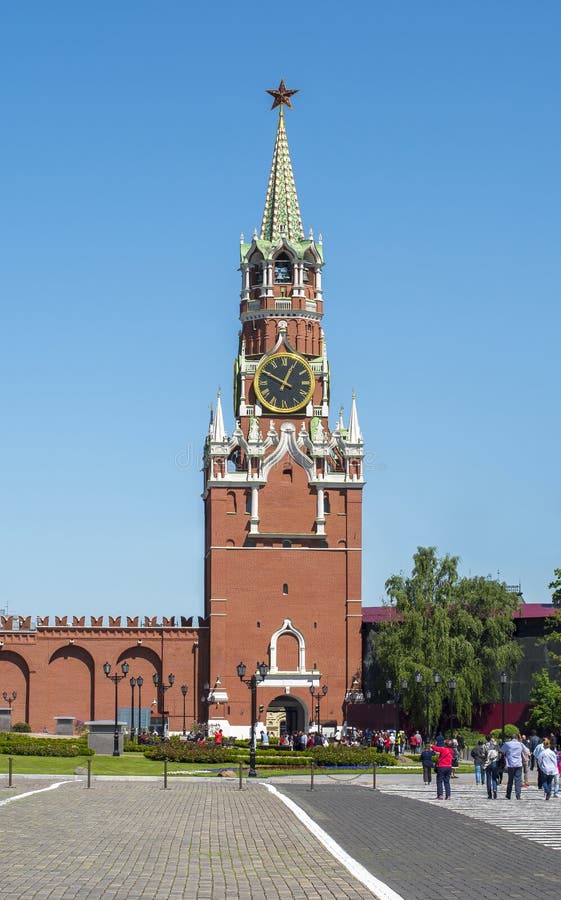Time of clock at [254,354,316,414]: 12:49
